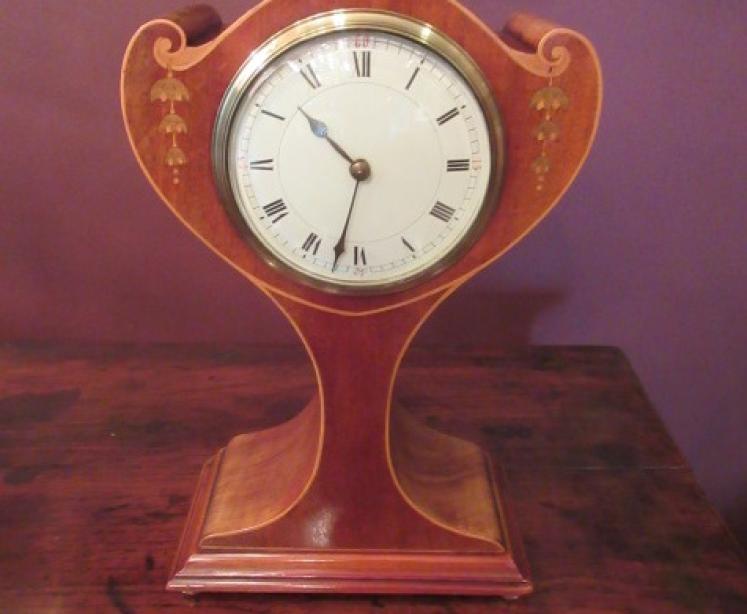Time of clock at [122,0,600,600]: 10:32
